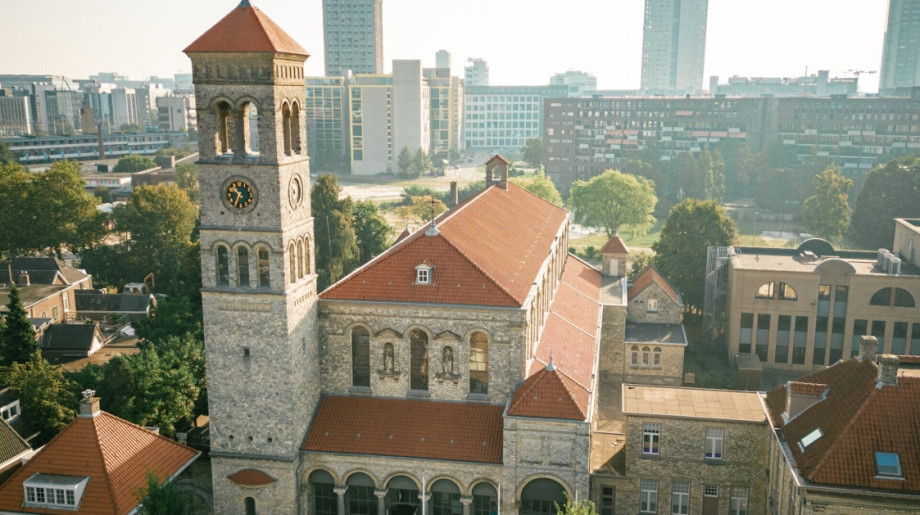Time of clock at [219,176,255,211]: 10:34
